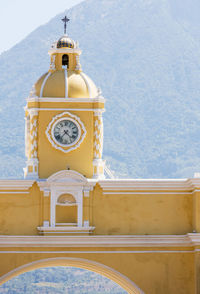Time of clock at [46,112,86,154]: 4:37
